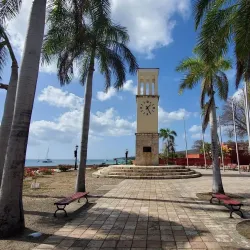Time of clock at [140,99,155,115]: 1:25
